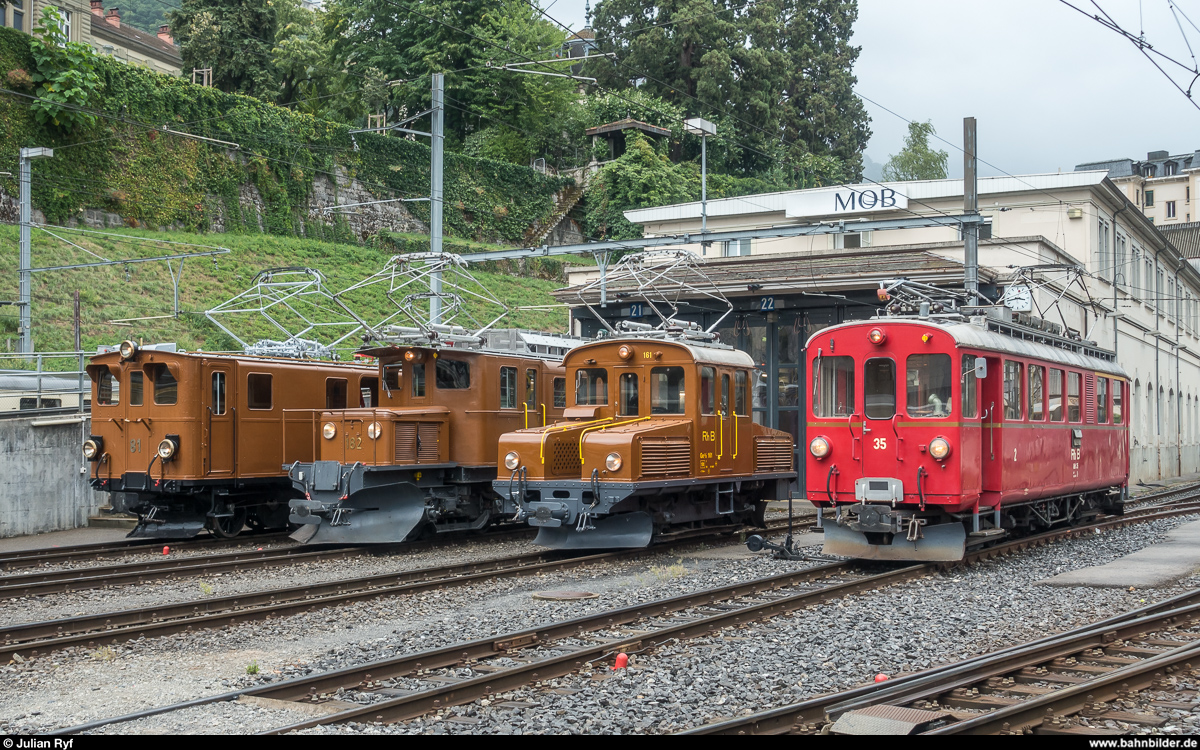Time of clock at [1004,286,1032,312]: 3:43
